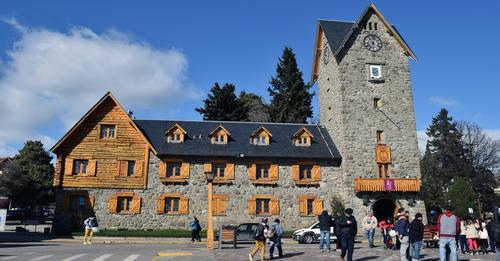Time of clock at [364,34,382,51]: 11:02
